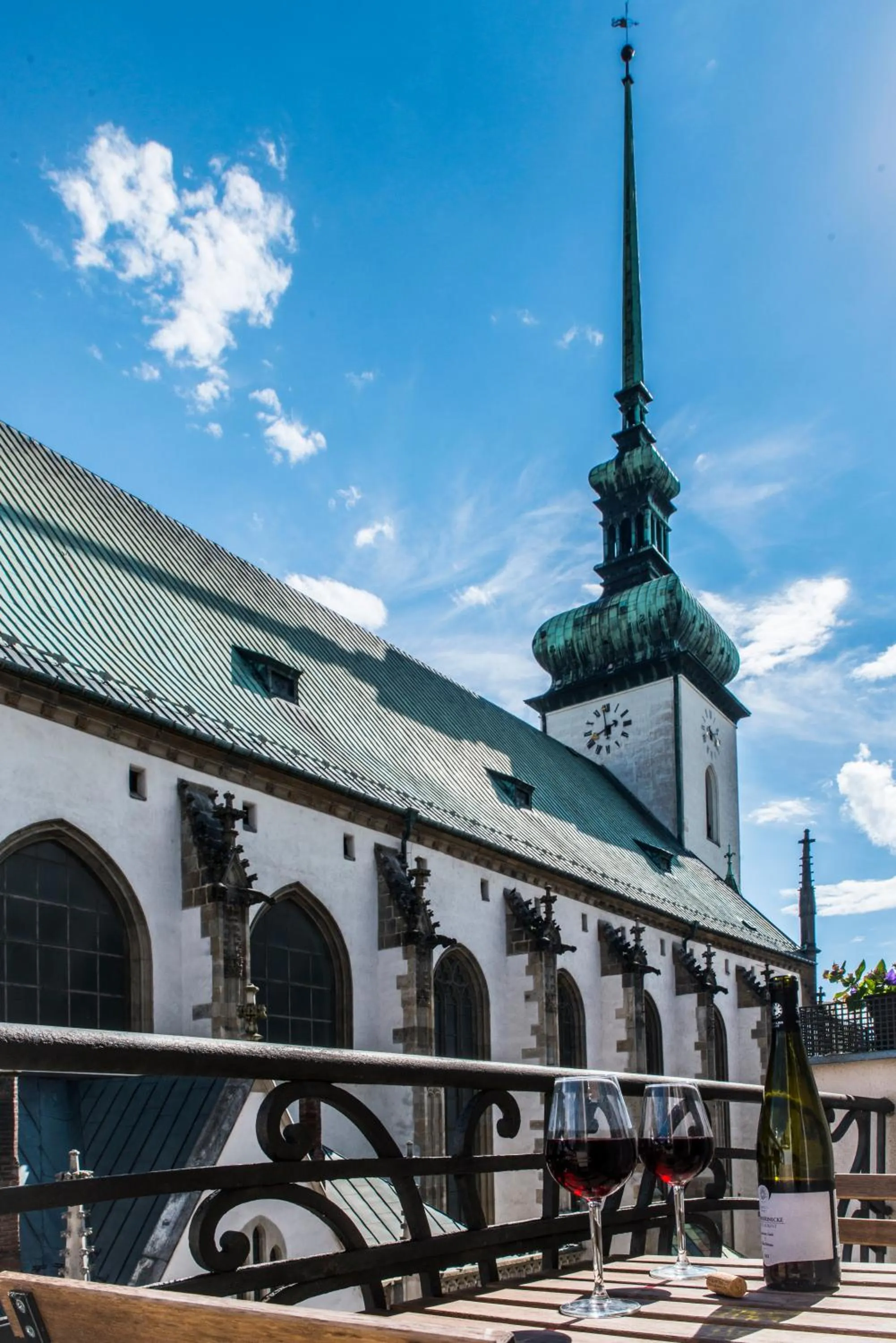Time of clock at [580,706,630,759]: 7:58
